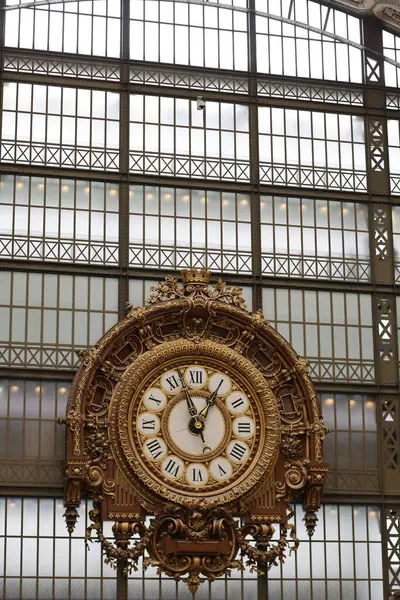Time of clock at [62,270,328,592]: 12:57
